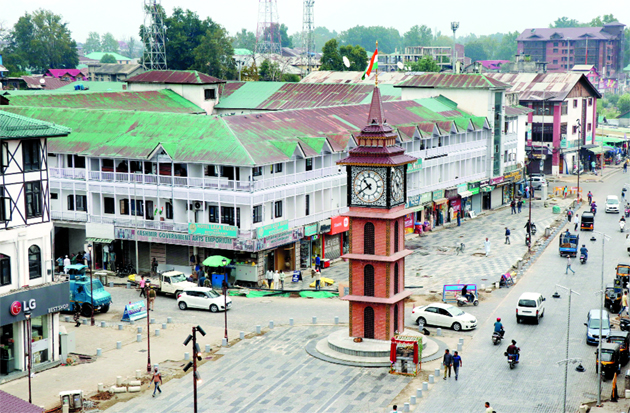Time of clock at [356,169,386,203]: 10:39
